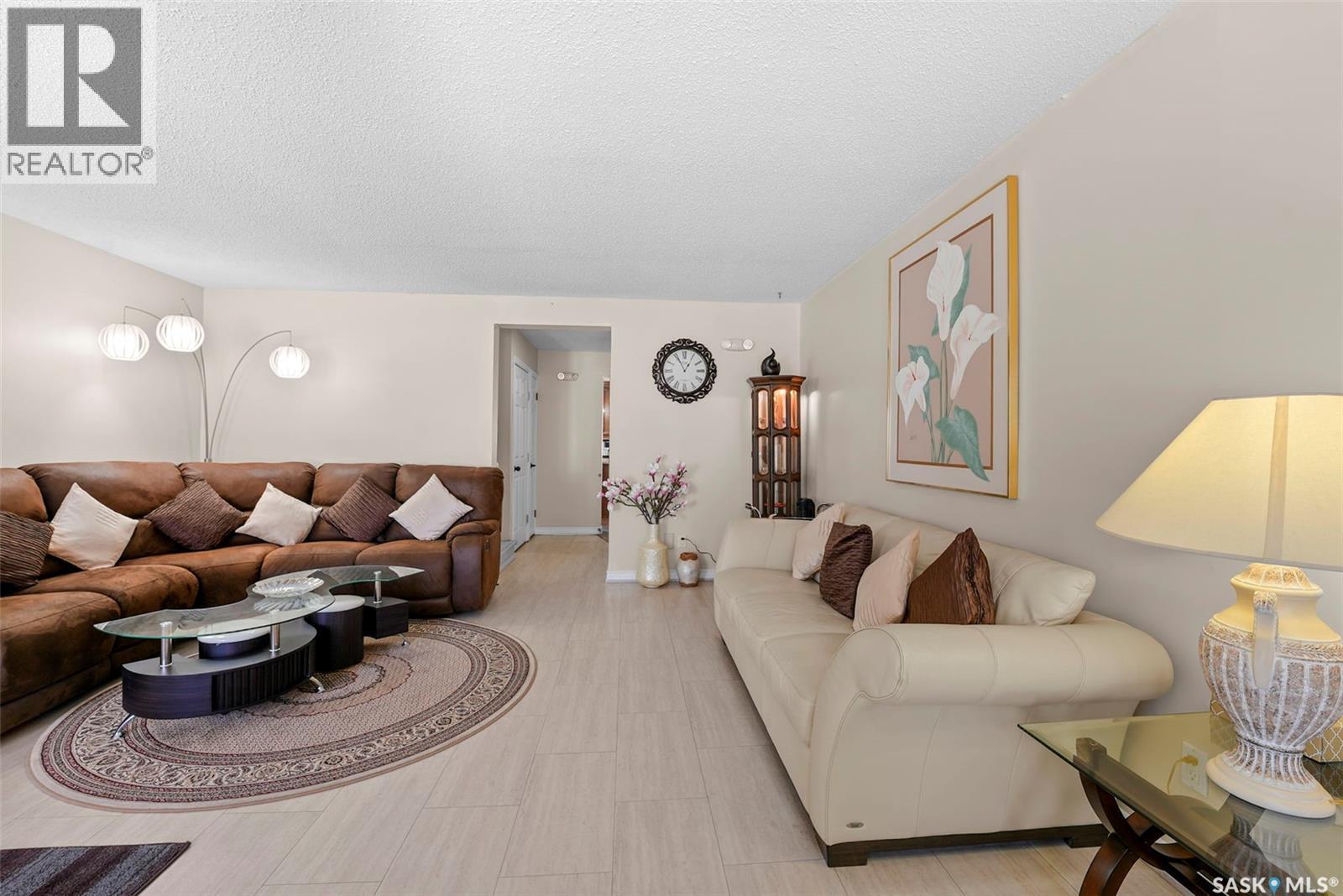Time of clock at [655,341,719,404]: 12:55
